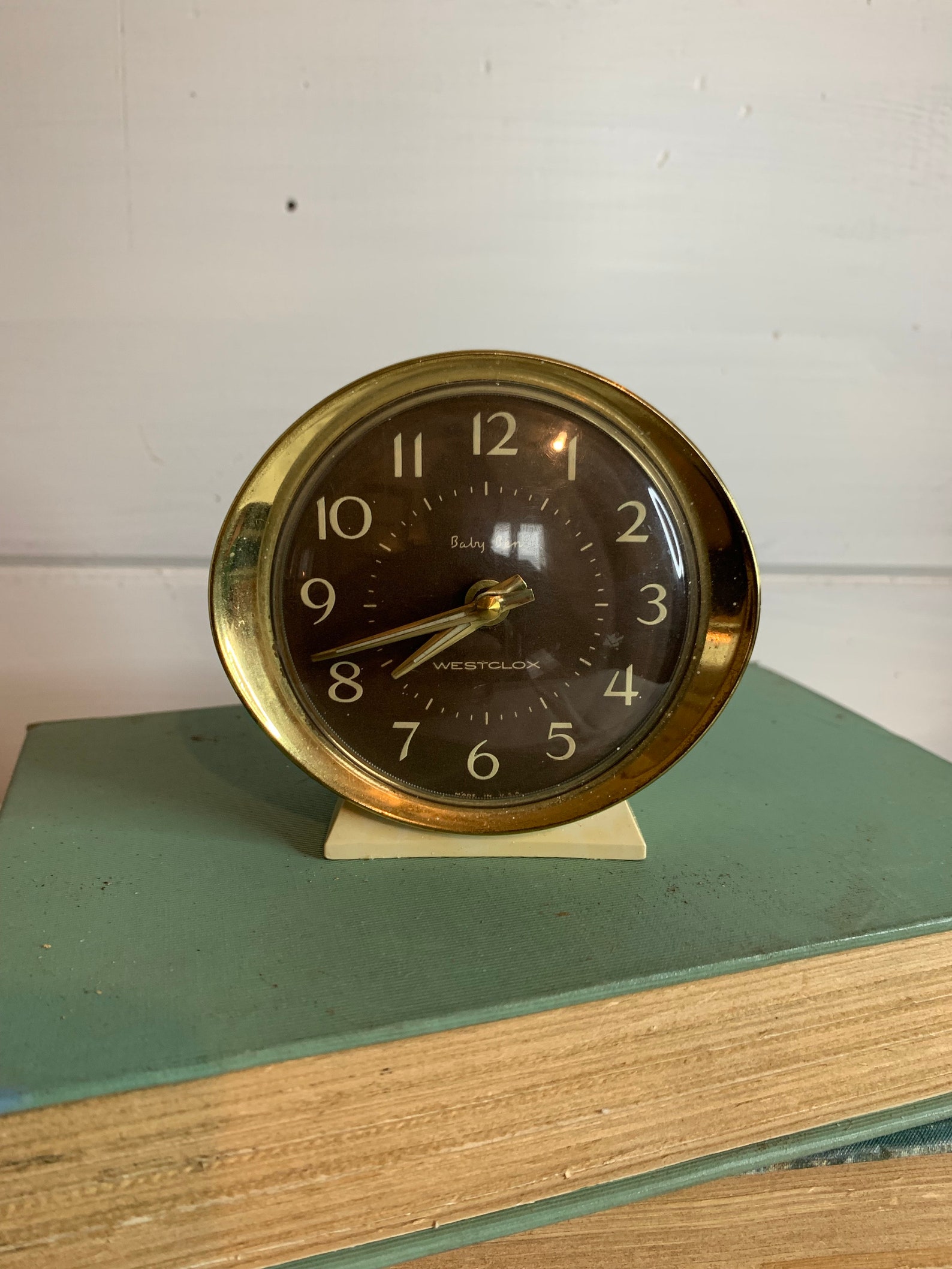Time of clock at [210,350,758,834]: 7:41
